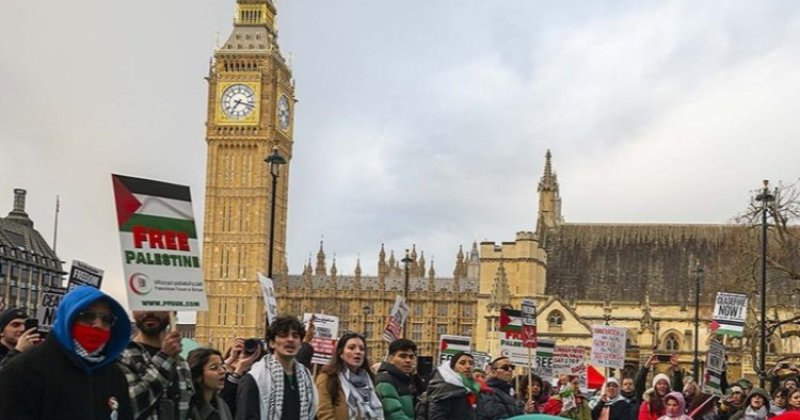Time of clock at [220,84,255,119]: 7:17
